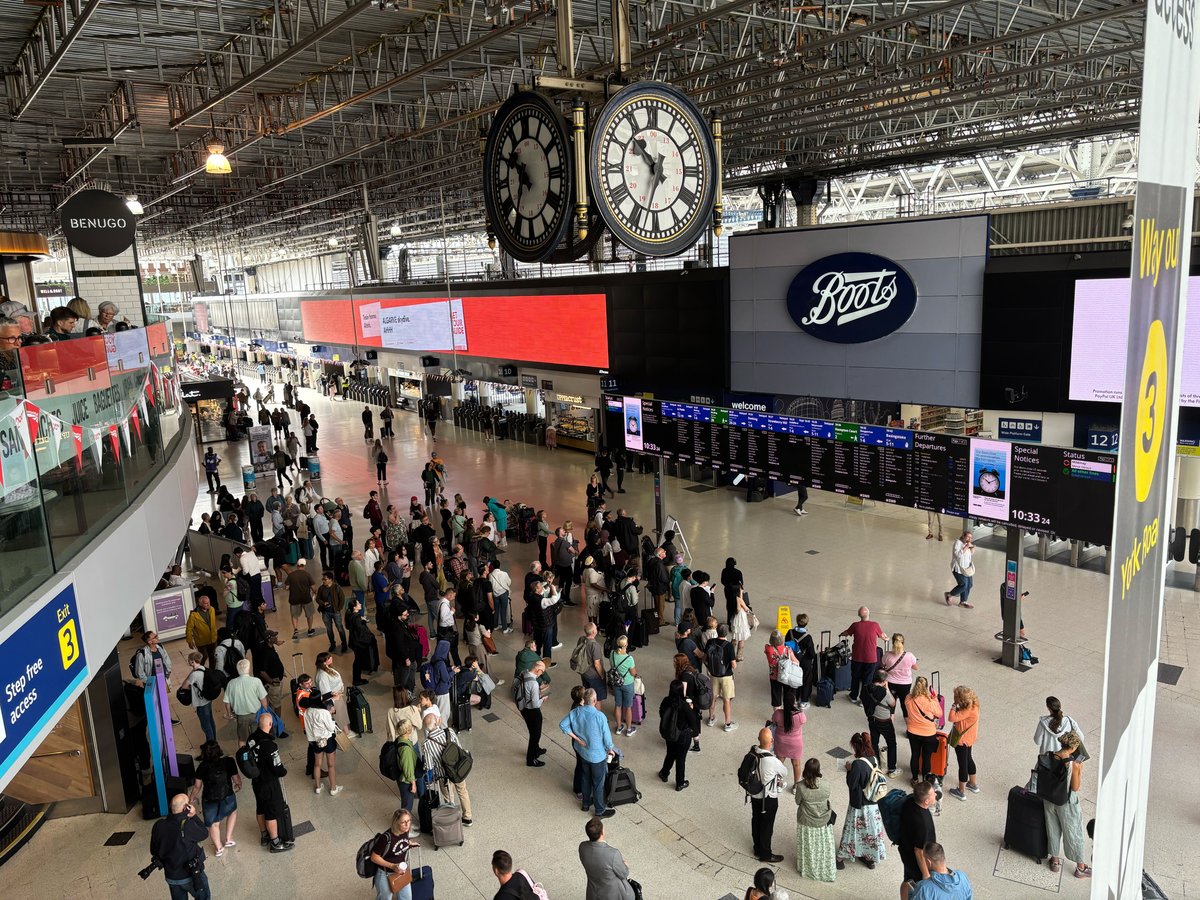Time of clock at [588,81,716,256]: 10:33
